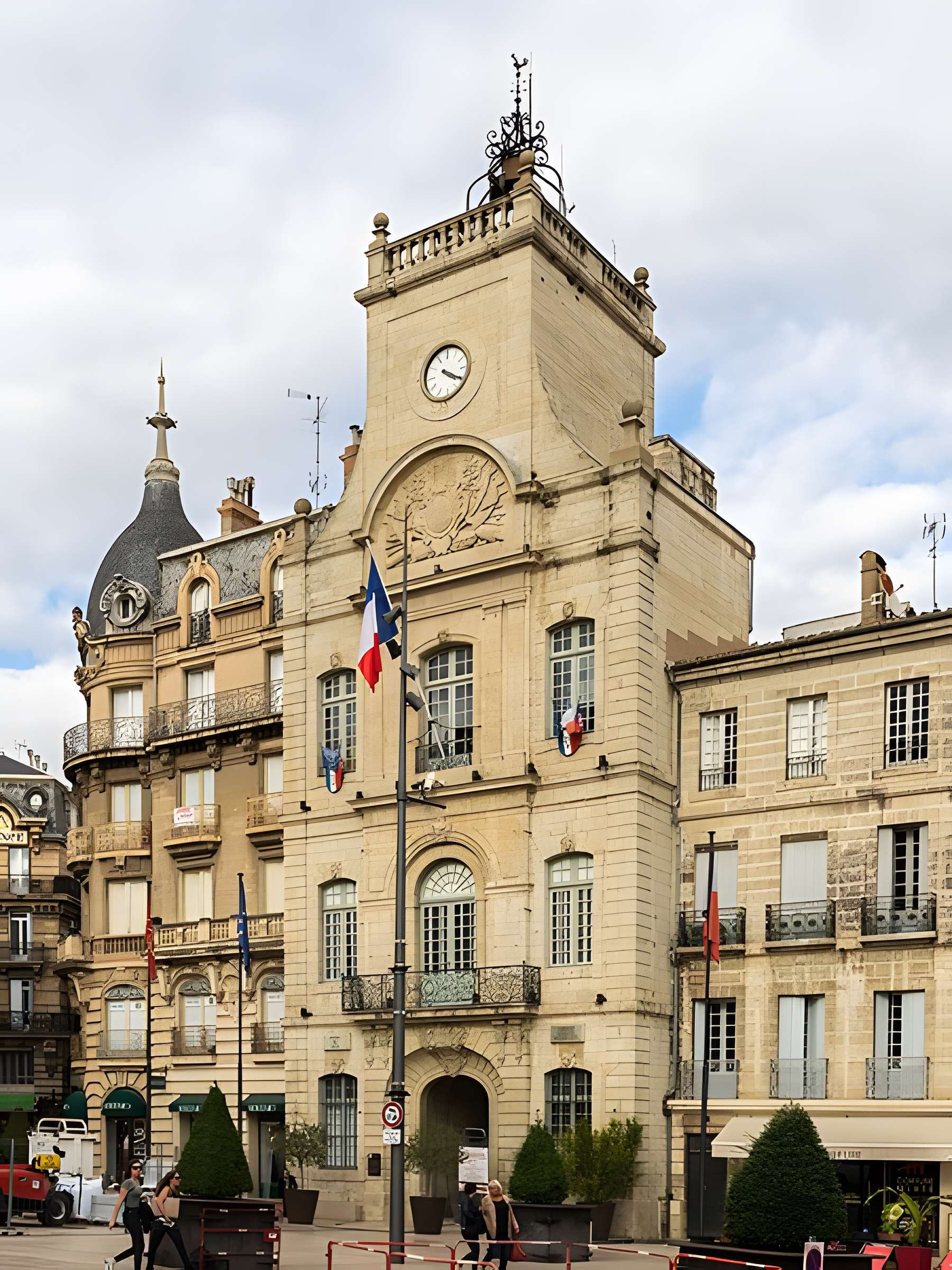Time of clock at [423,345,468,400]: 4:20
